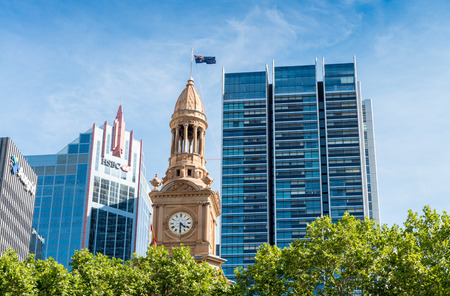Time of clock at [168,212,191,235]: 4:30
